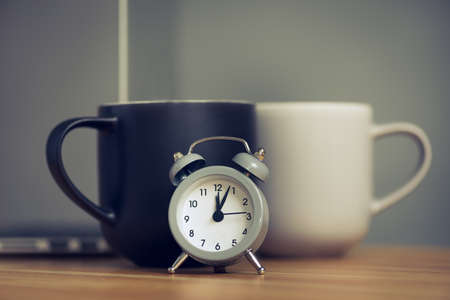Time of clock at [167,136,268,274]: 12:03
